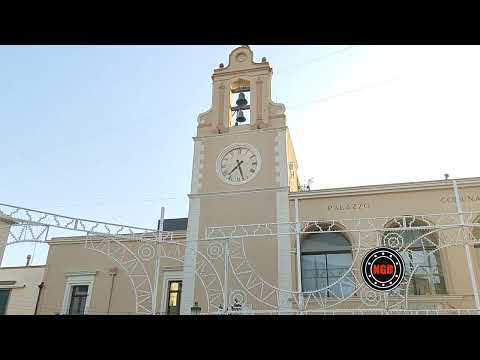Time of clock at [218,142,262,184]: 7:27
